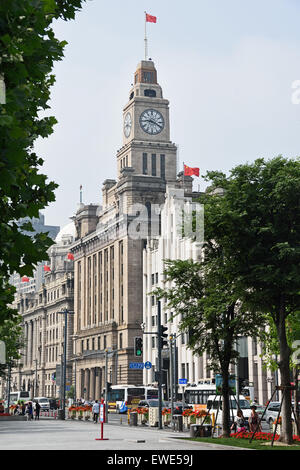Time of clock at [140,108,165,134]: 9:18
